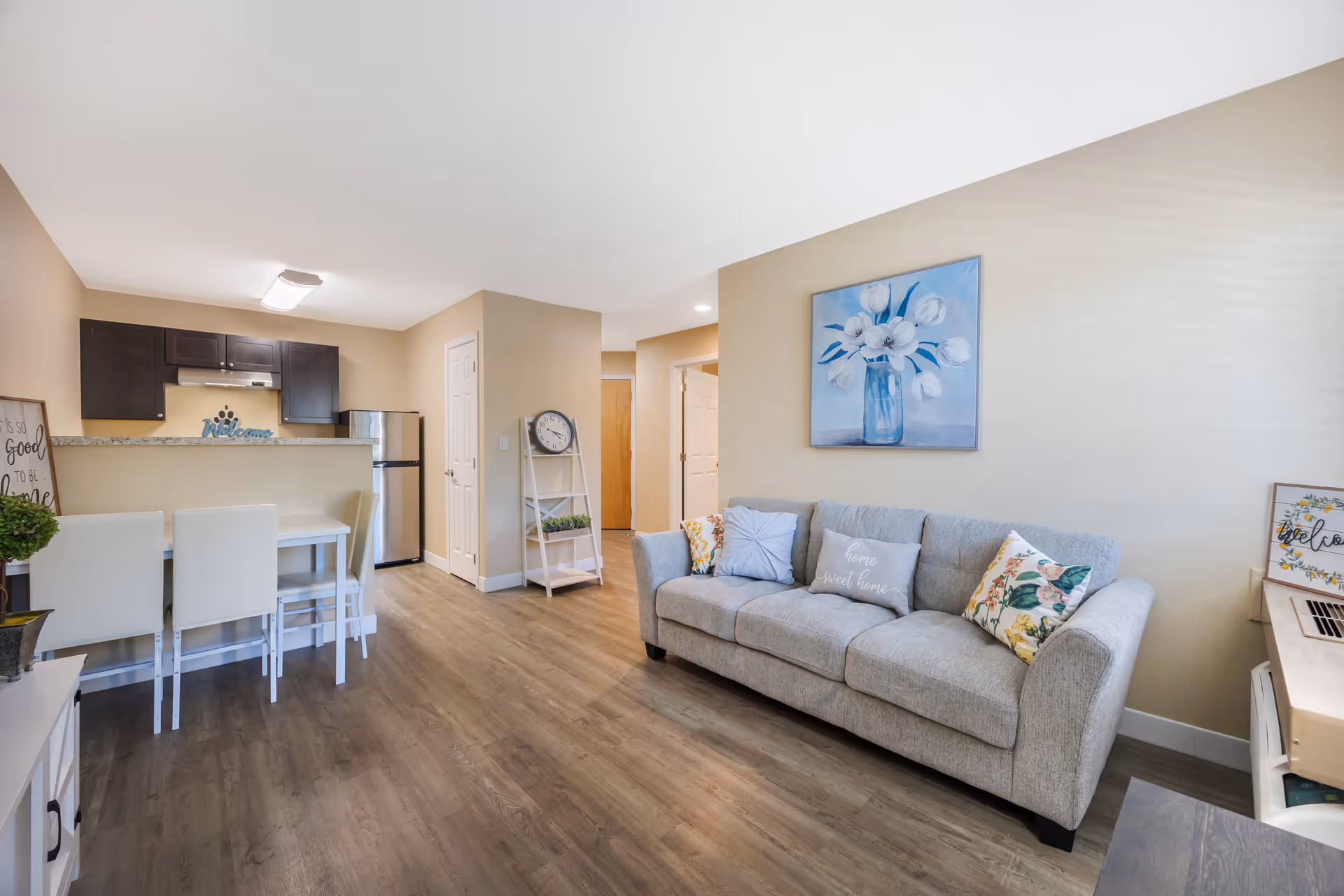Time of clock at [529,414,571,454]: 4:17
